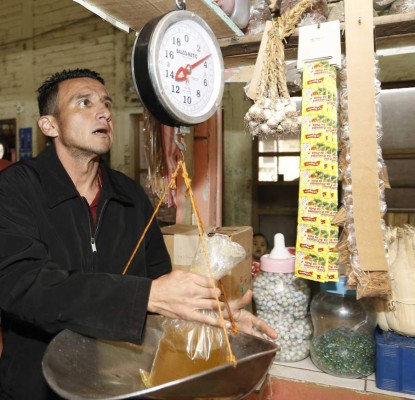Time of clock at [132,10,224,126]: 8:12
